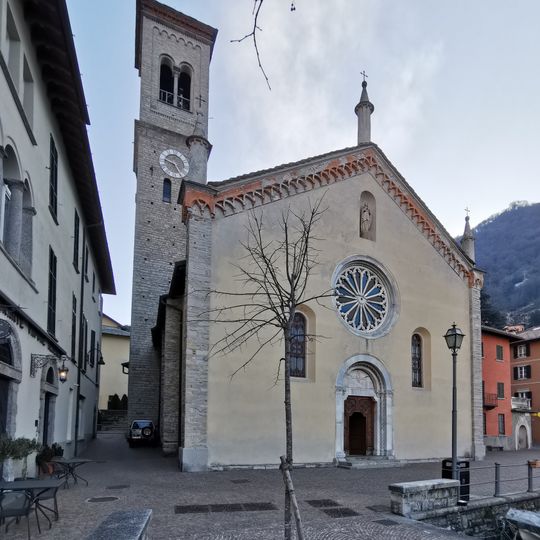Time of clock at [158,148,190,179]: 9:25
